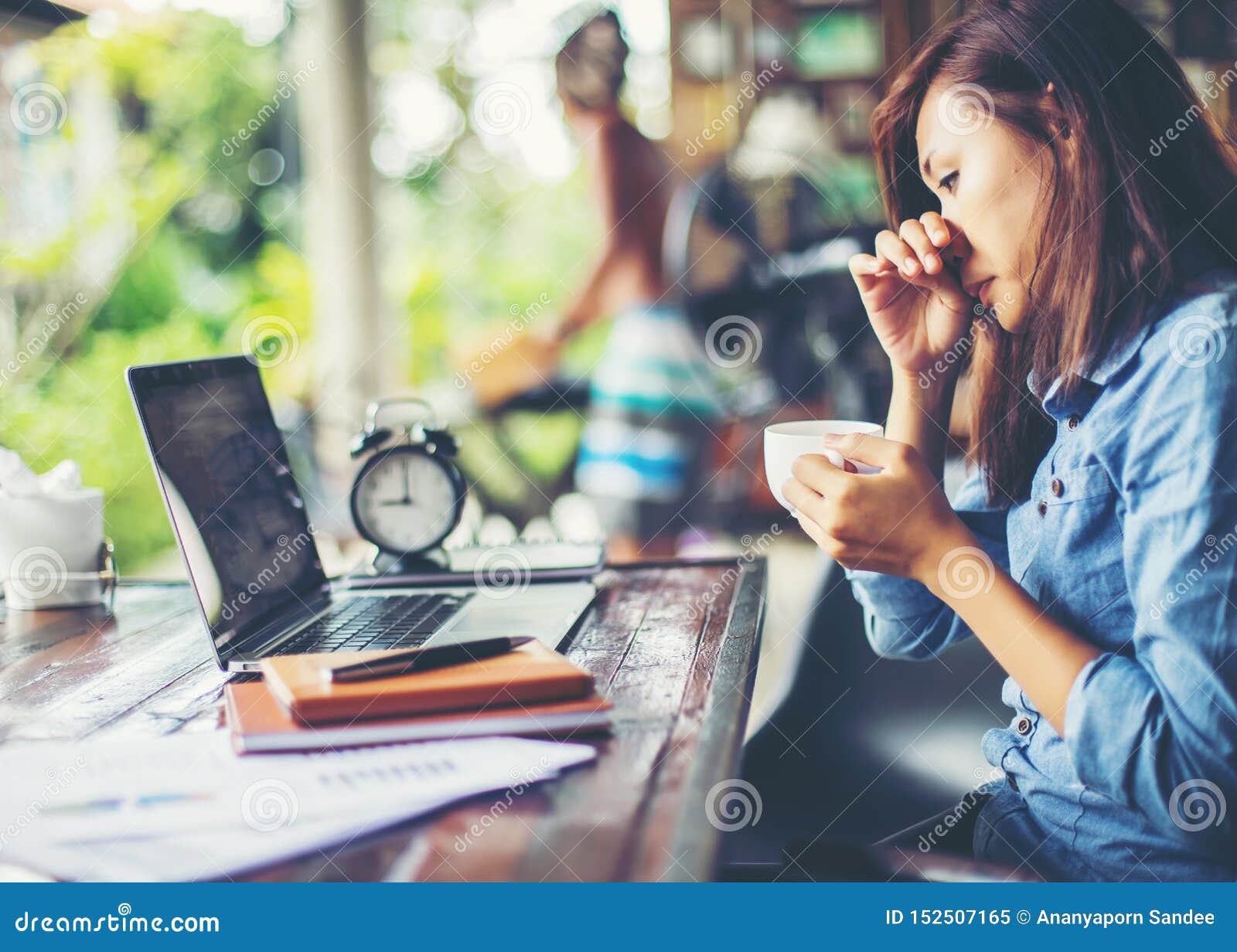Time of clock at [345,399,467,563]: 9:00
